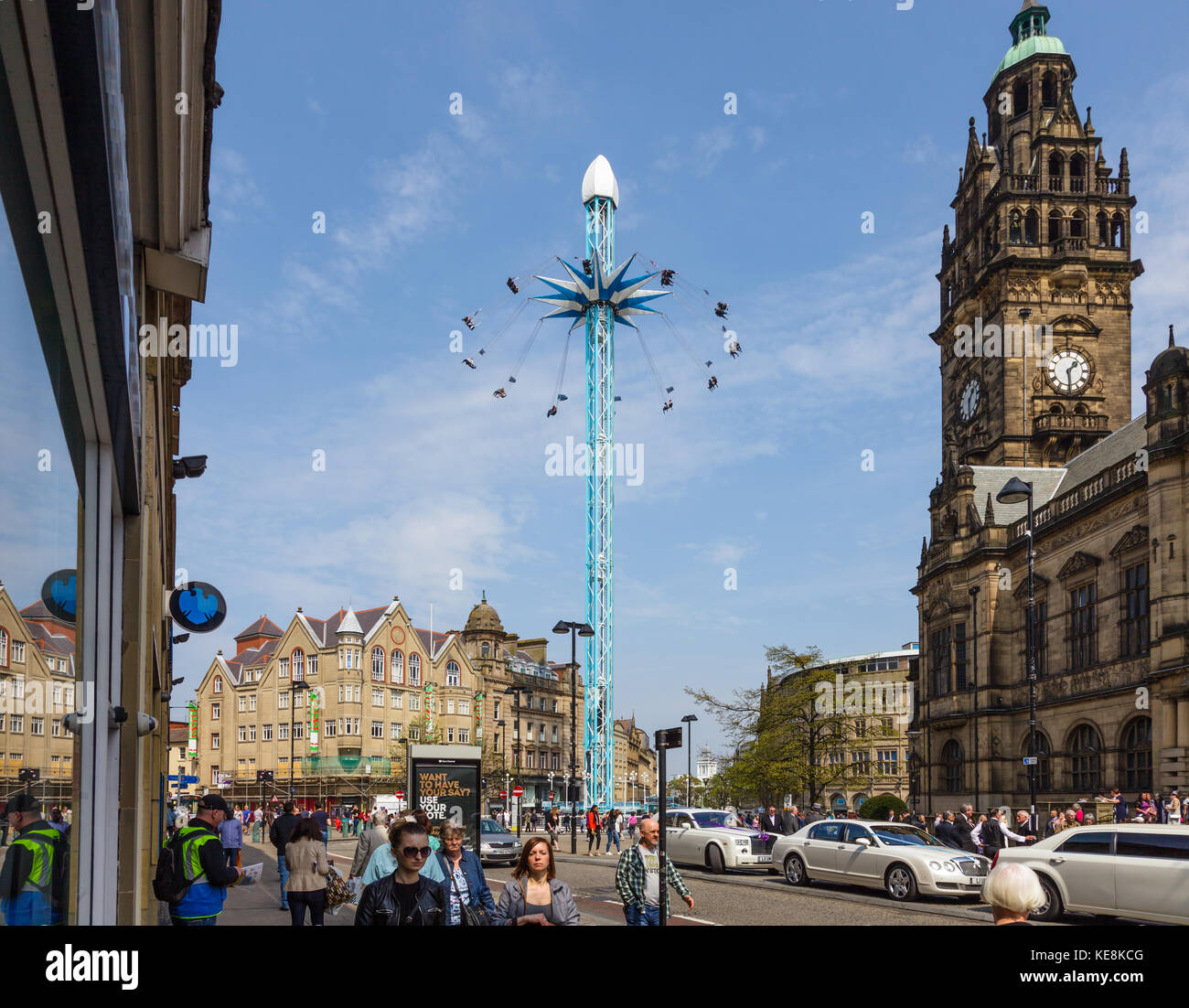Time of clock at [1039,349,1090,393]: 1:29
